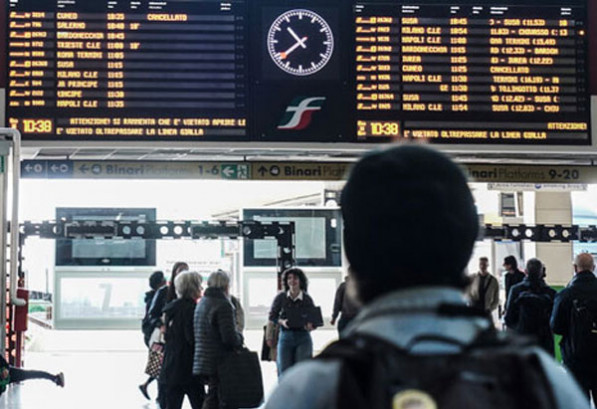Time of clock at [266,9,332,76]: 10:38
